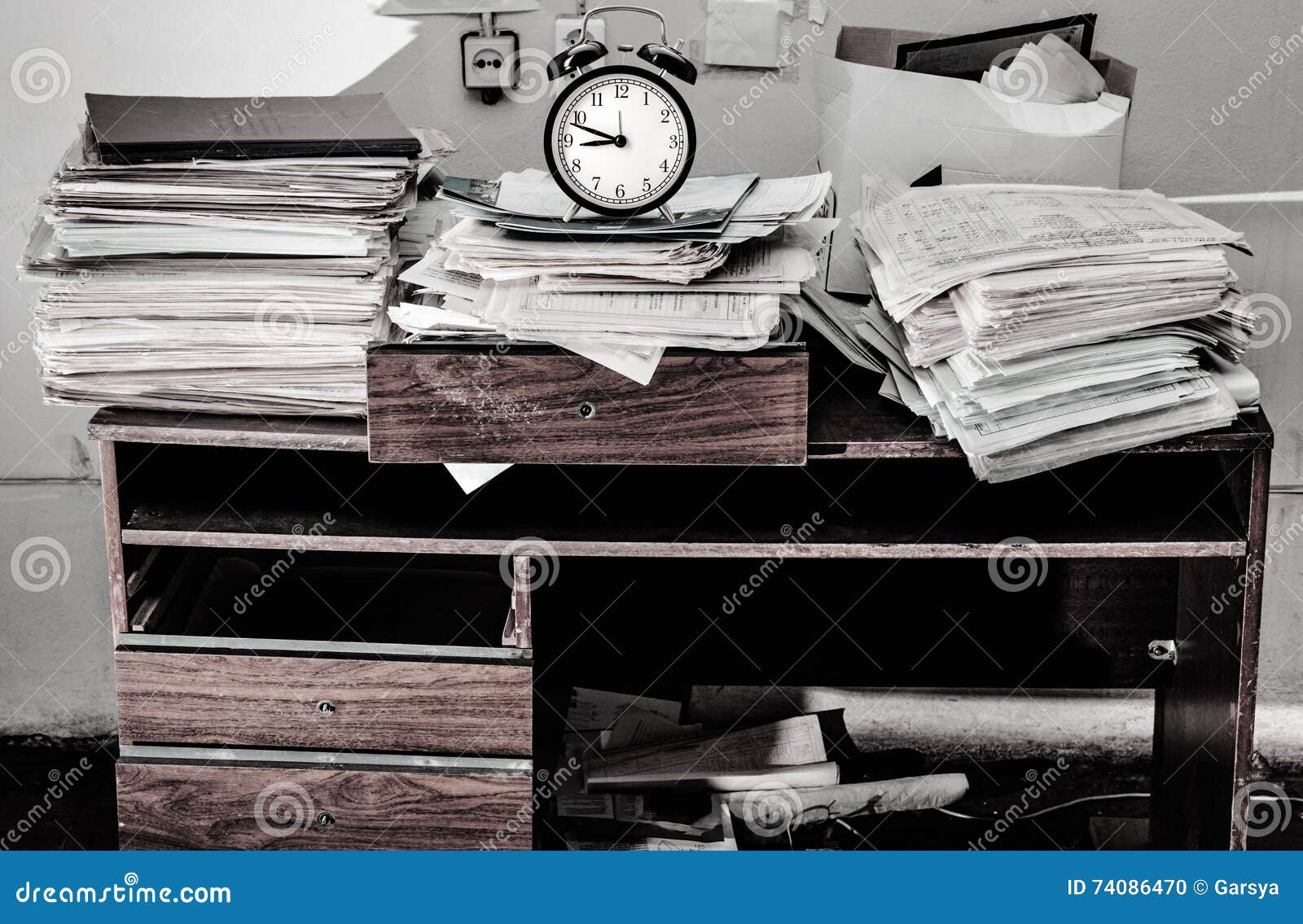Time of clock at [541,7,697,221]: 8:48
